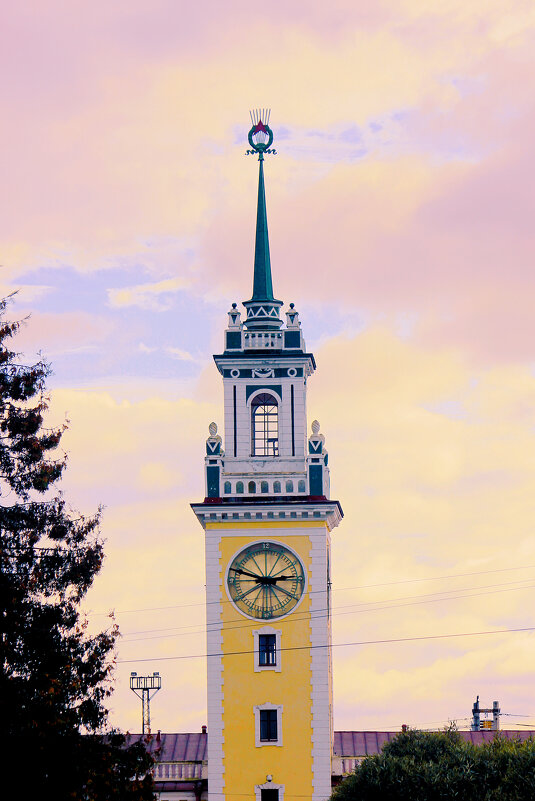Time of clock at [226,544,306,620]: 2:48
